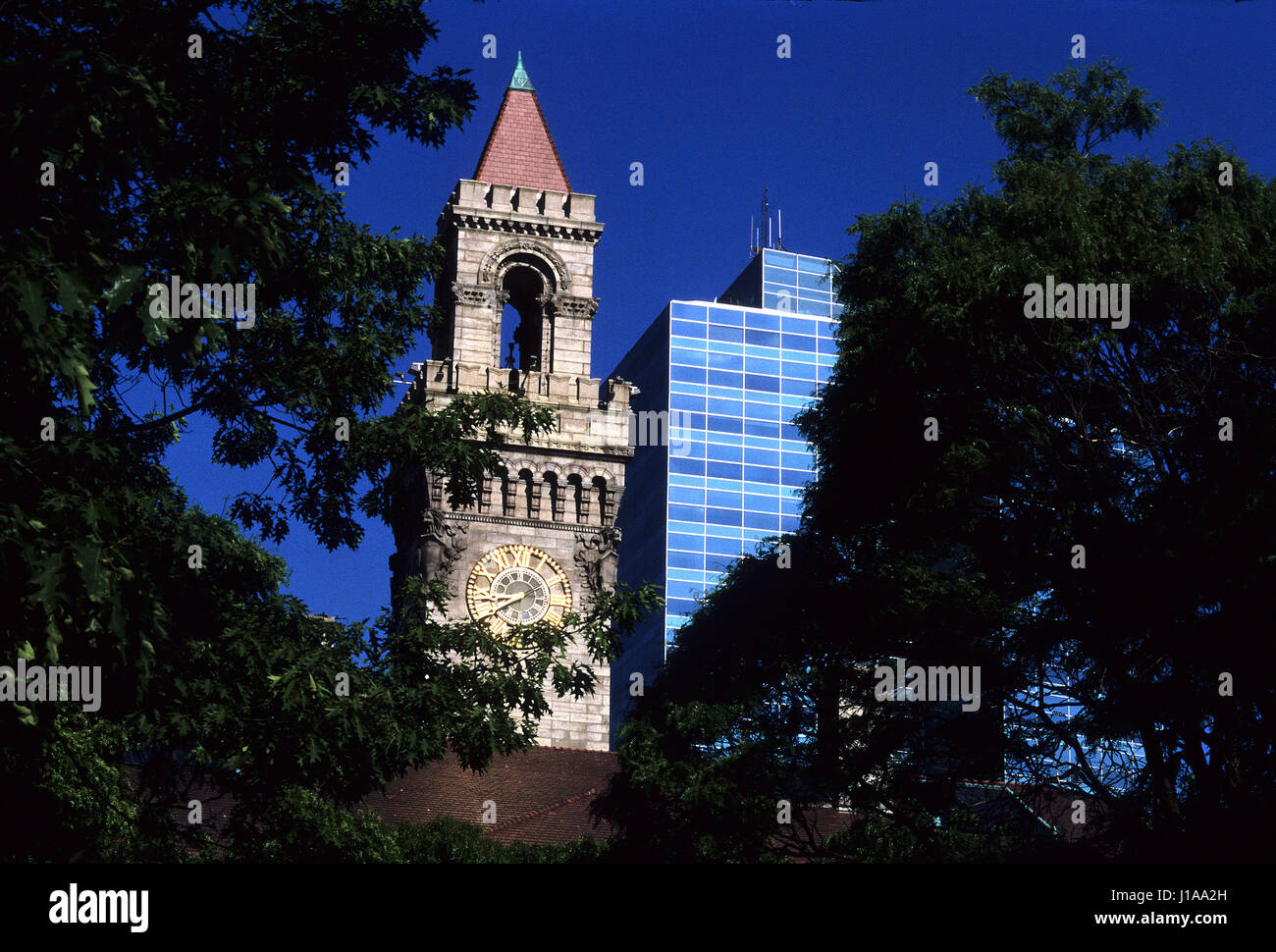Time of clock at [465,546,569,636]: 8:40
